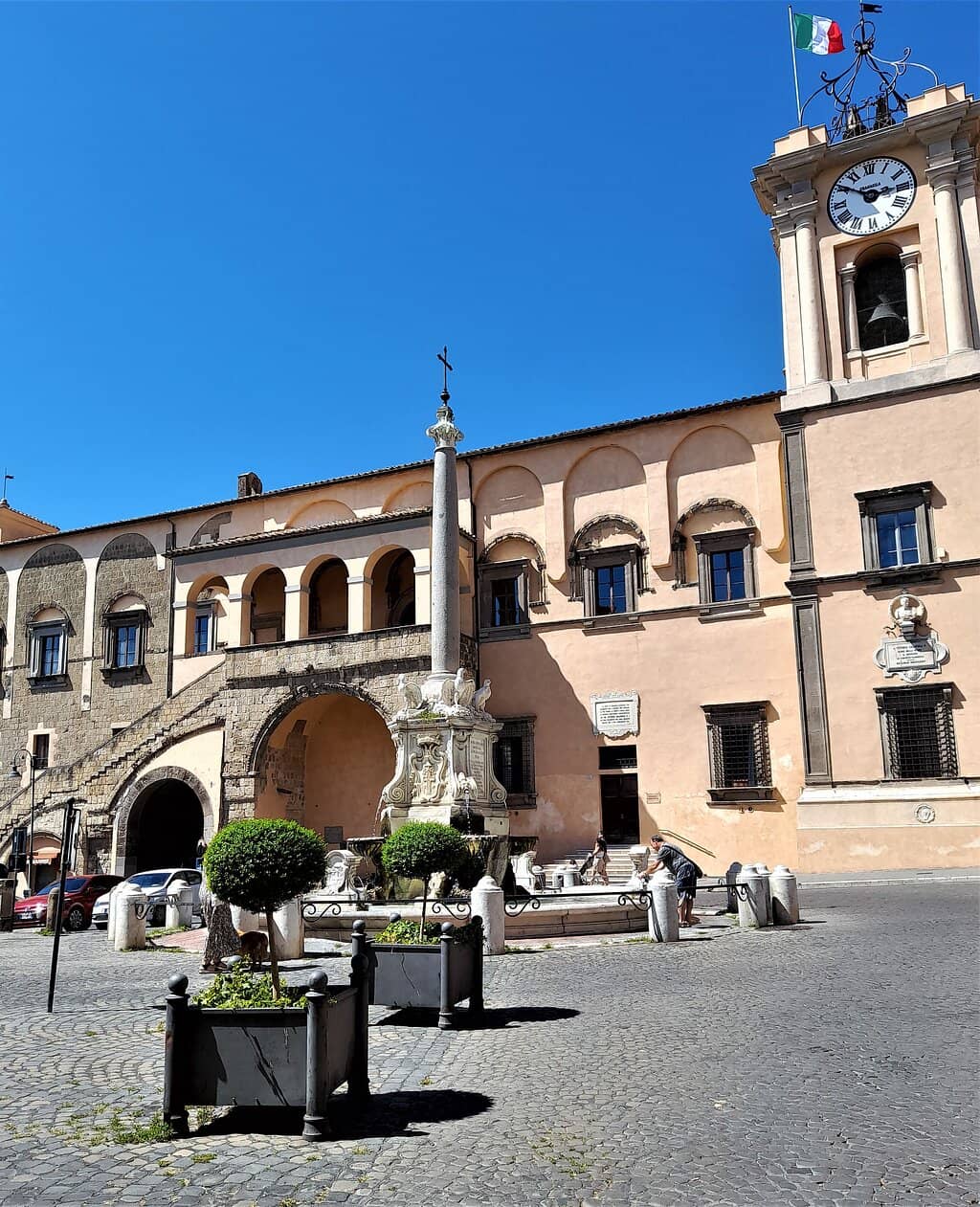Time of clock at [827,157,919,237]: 2:50
